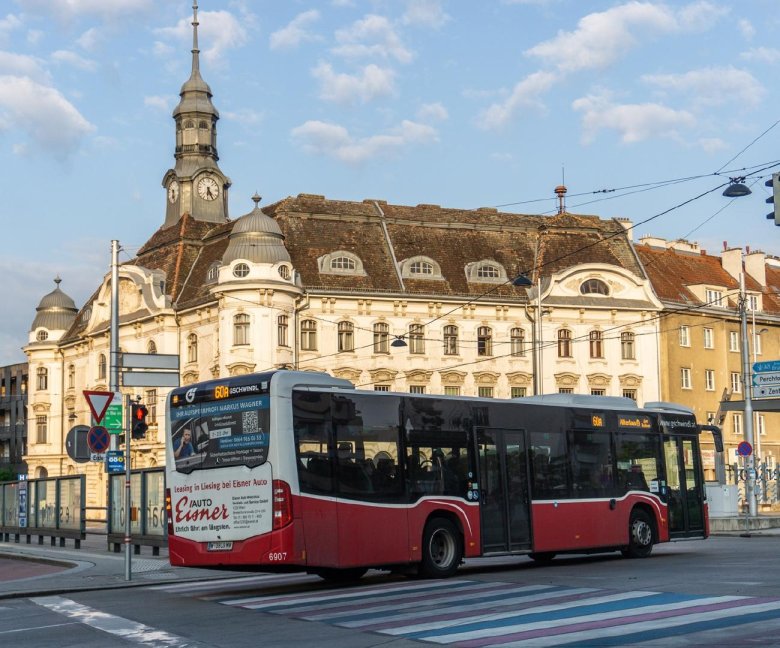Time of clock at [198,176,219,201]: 6:25
